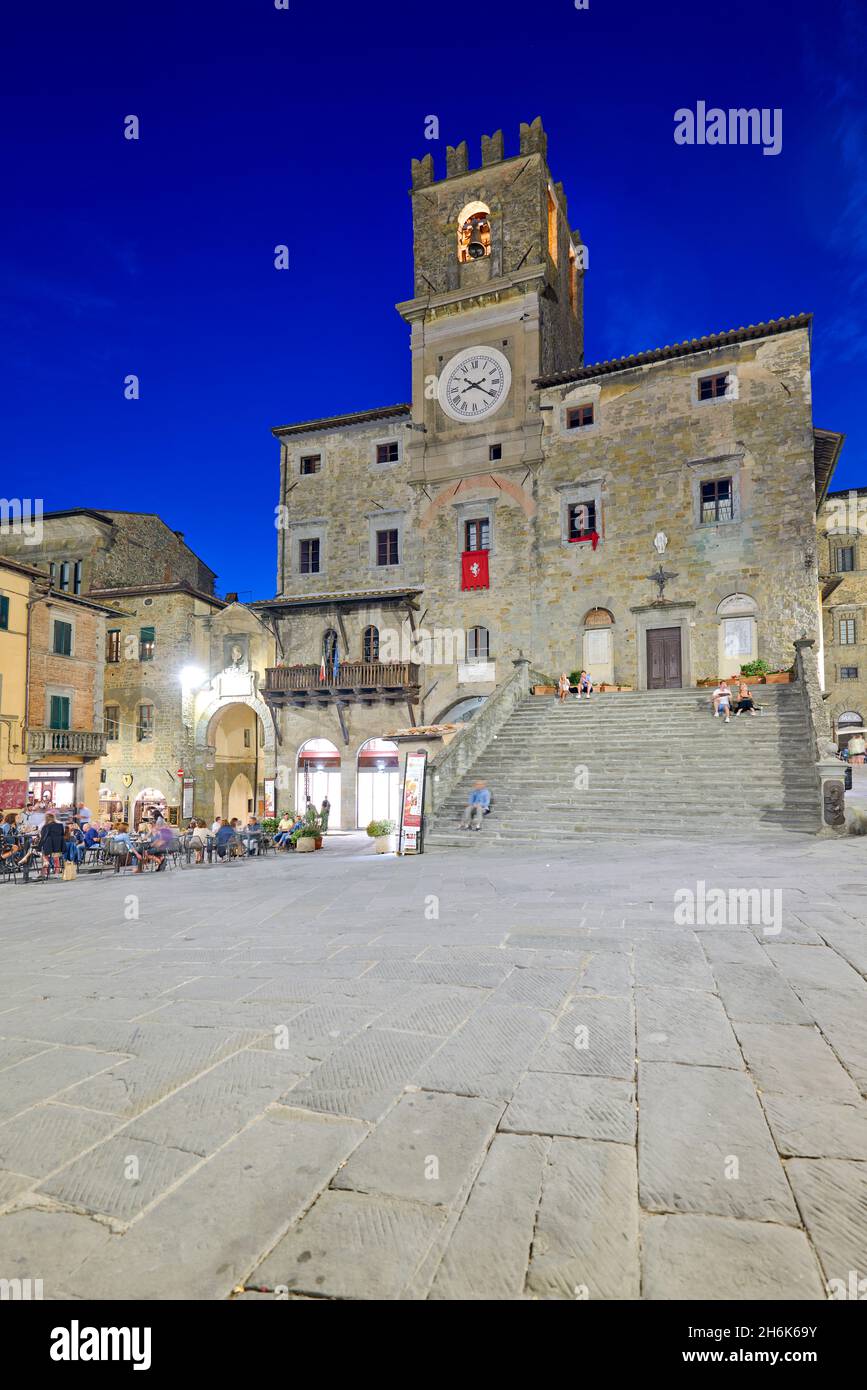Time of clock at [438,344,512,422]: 8:21
